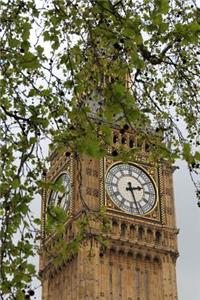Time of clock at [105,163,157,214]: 2:27
